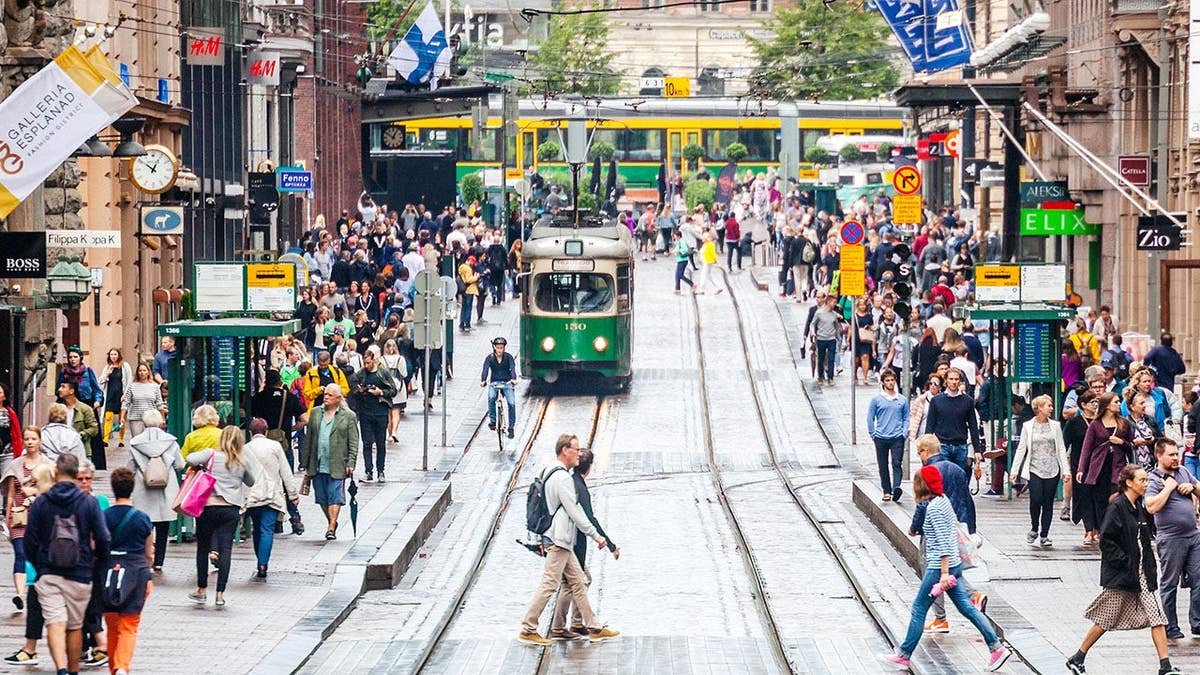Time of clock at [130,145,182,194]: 12:51
